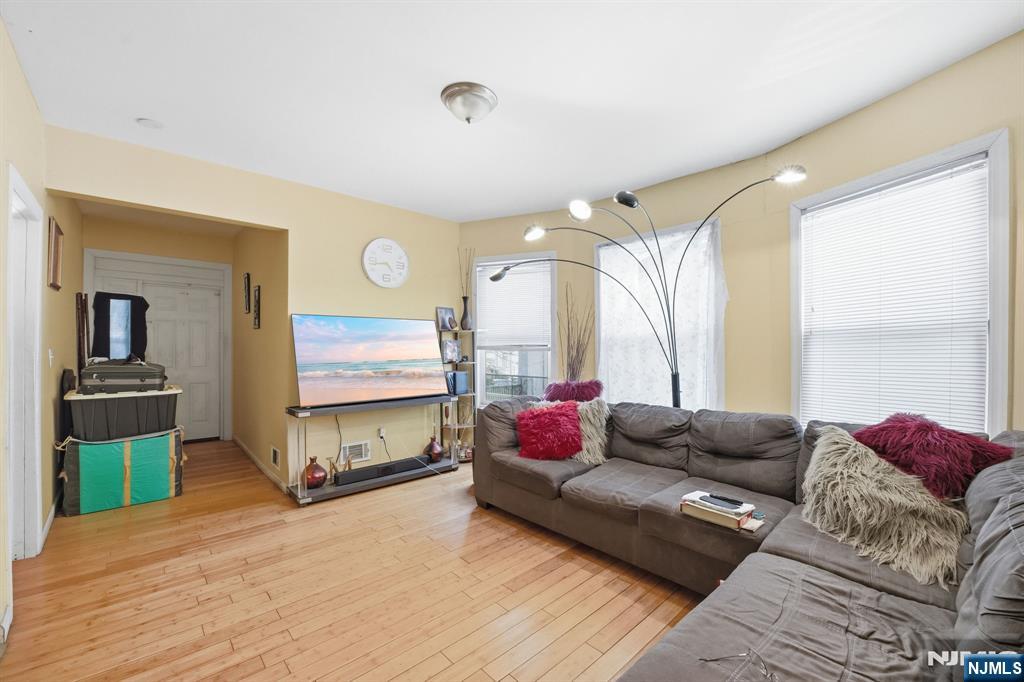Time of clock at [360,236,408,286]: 4:43
